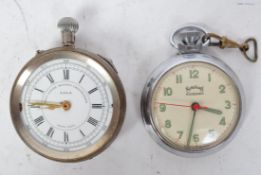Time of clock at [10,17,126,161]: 8:45
